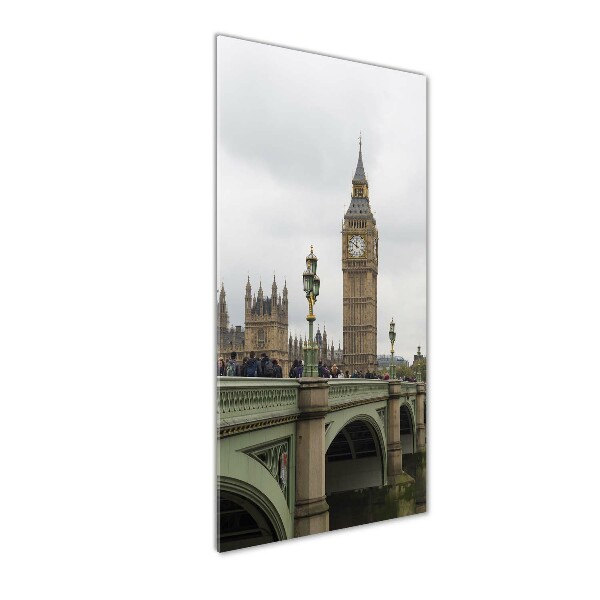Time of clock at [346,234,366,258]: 11:50
